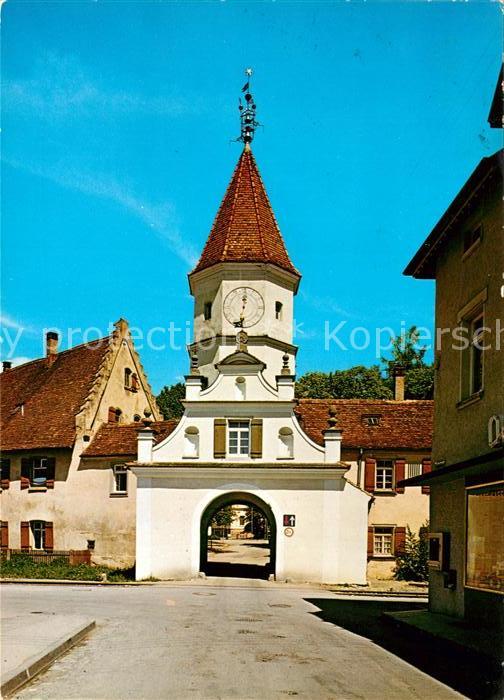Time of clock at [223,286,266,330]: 12:32
